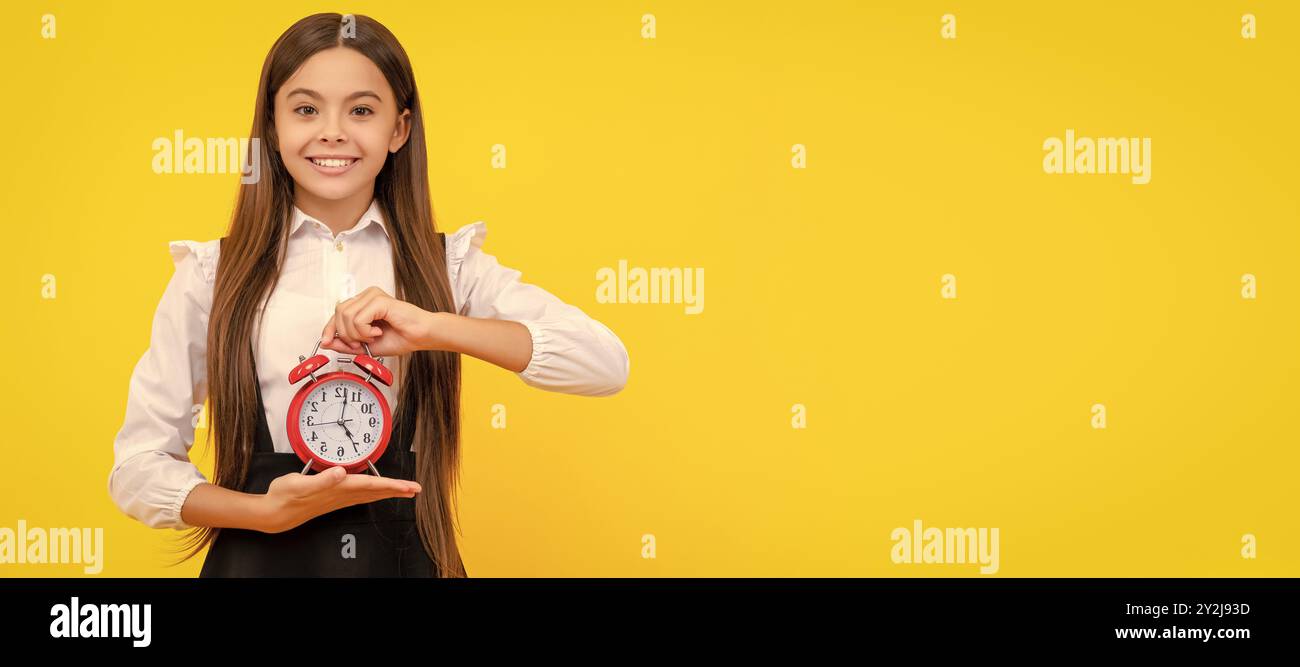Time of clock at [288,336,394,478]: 5:01
